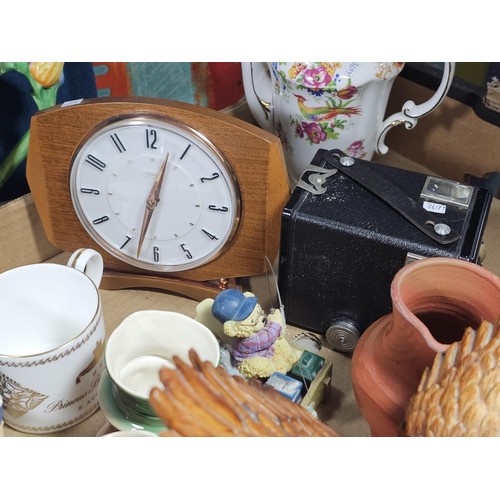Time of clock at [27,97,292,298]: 12:32
